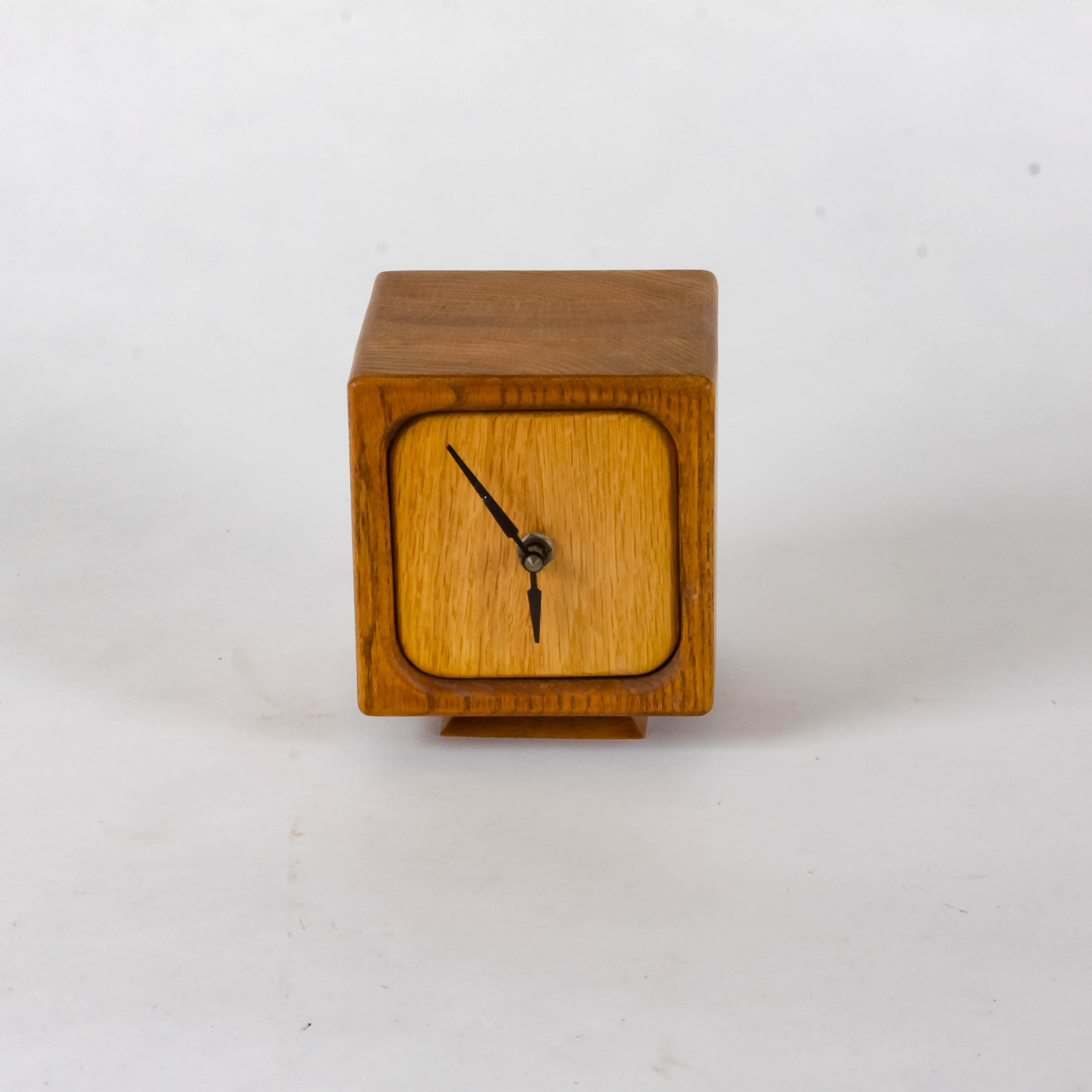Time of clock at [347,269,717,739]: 5:53
